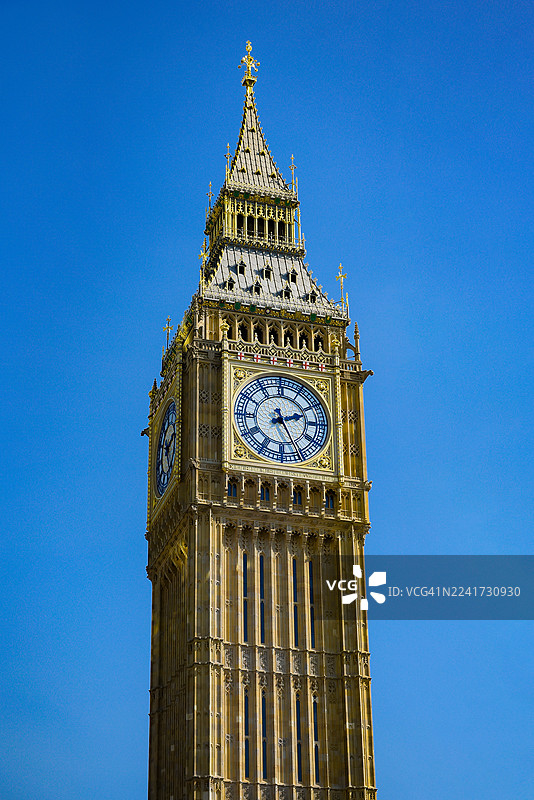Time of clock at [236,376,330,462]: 2:25
